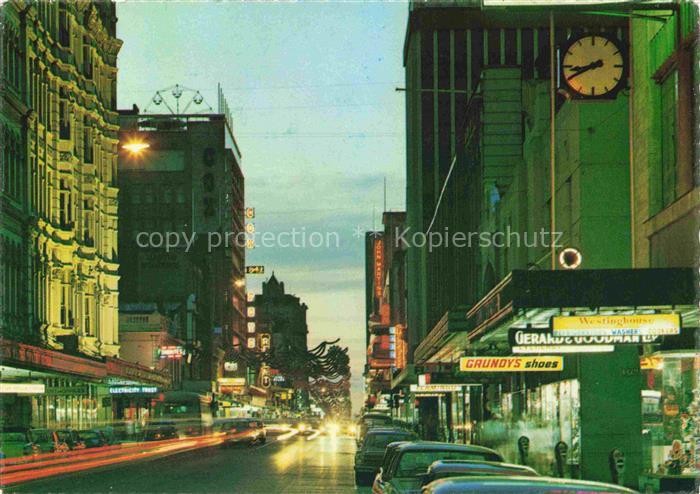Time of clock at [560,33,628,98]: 8:40
